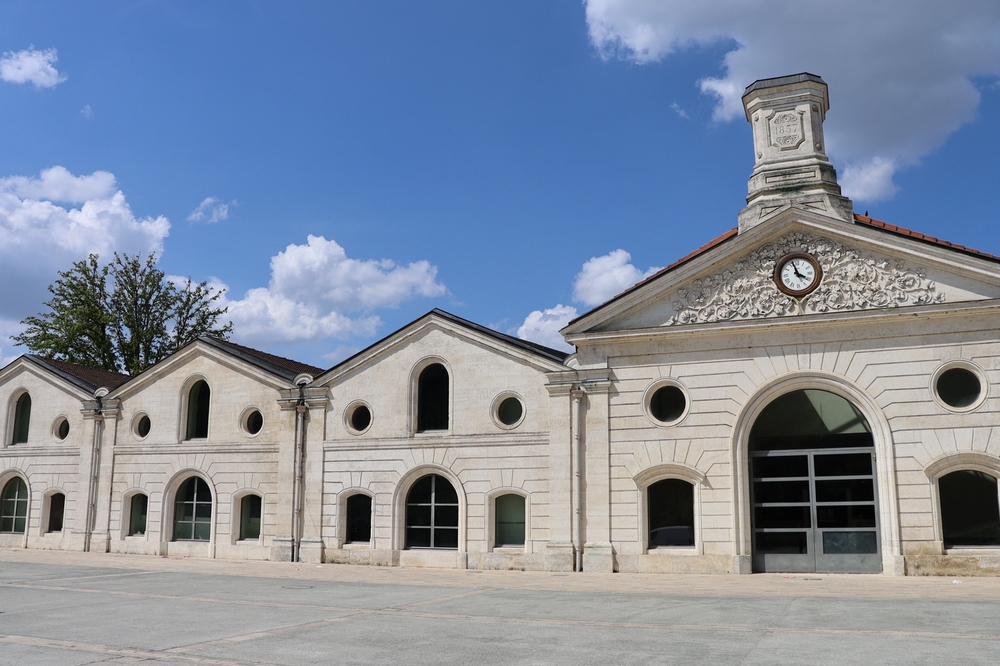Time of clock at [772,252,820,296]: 3:57
